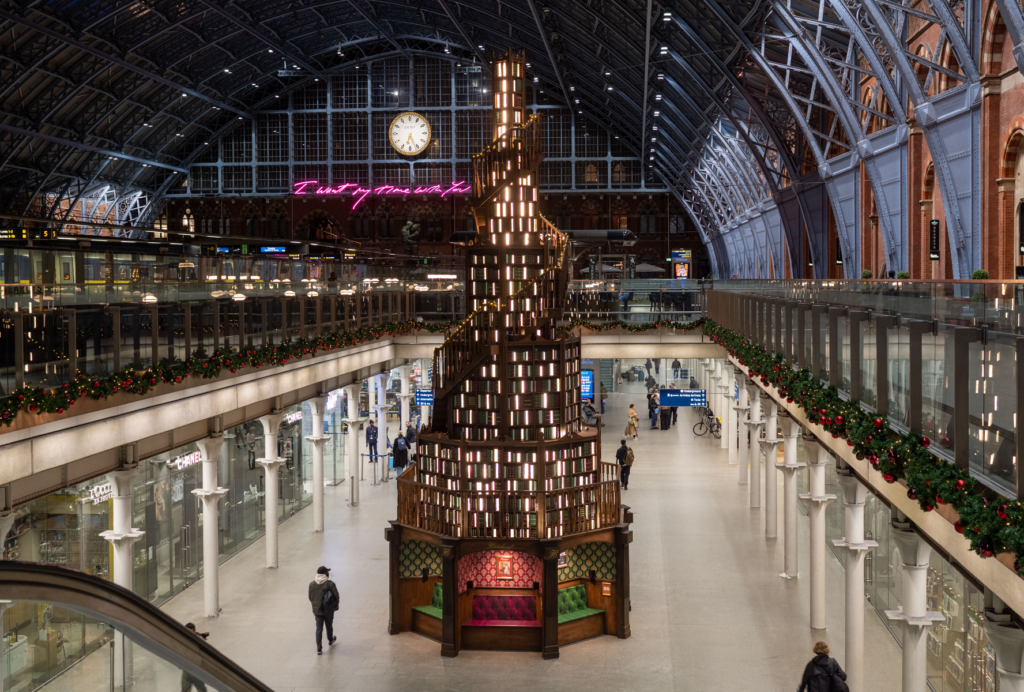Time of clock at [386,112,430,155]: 6:26
